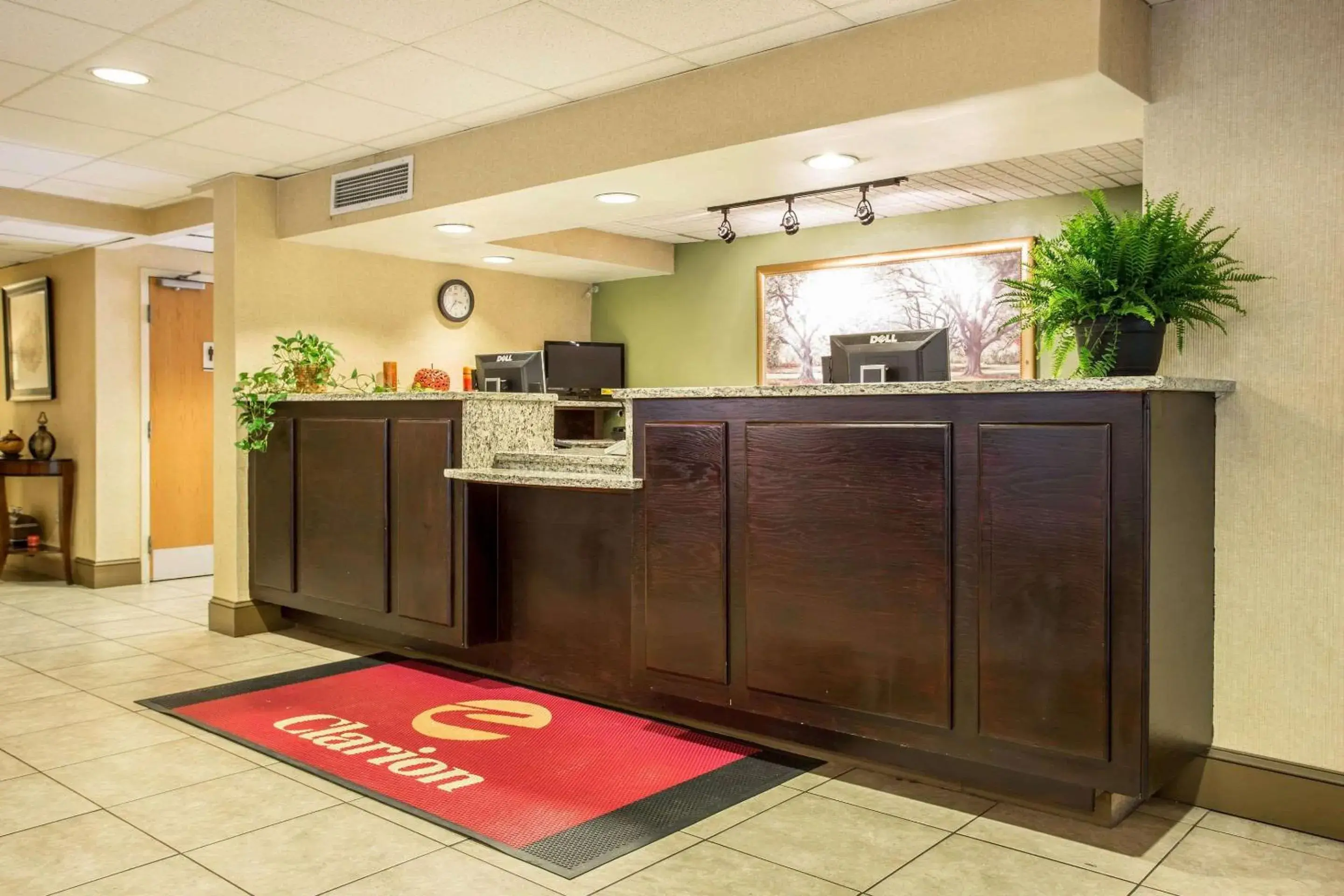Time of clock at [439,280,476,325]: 3:35
